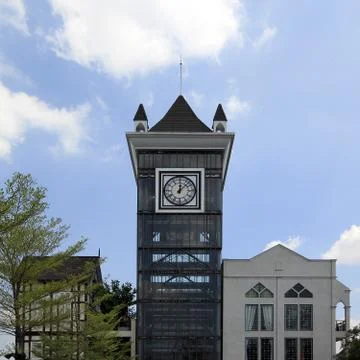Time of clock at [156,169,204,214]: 12:07
